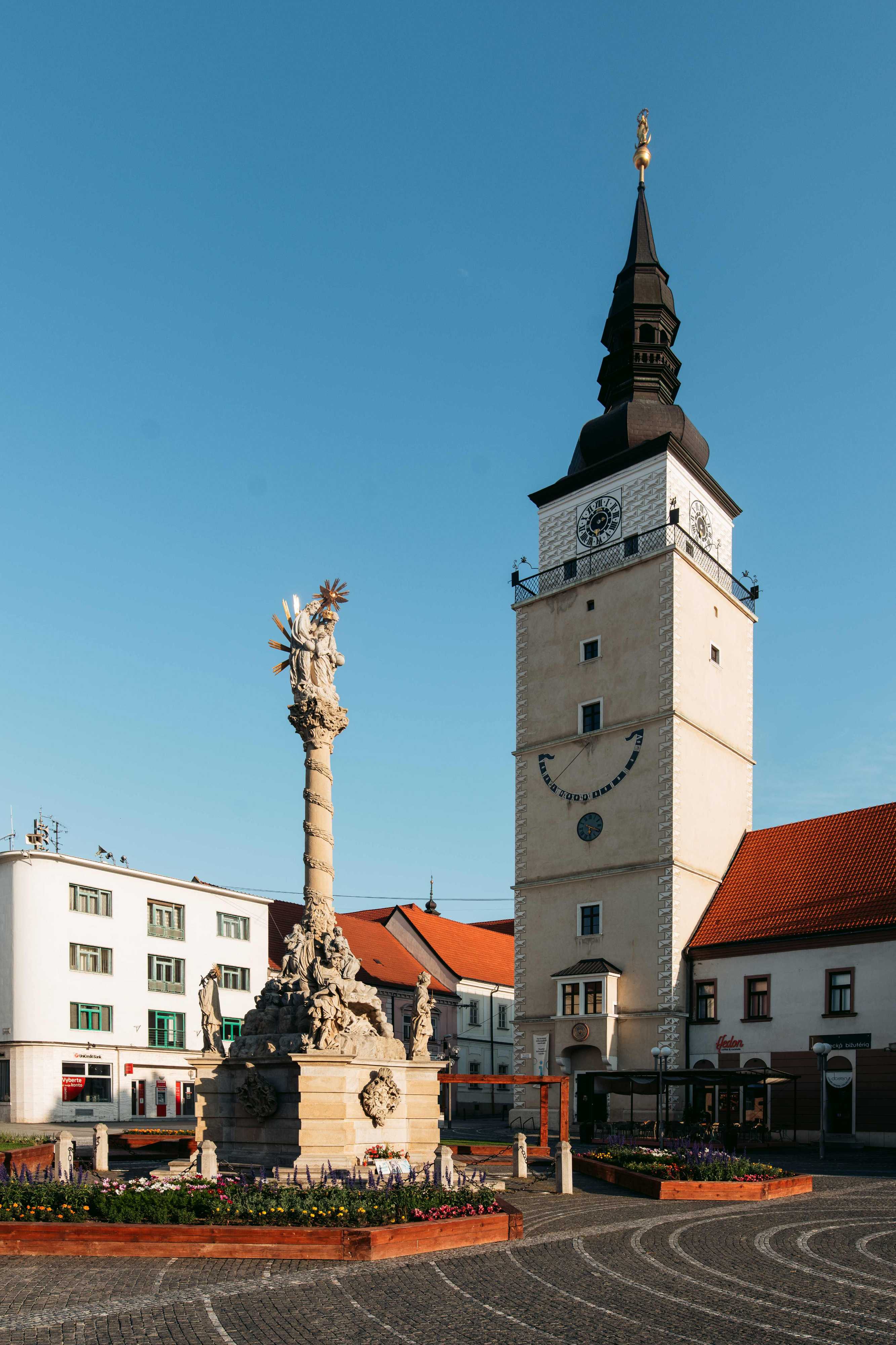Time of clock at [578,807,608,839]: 6:19
